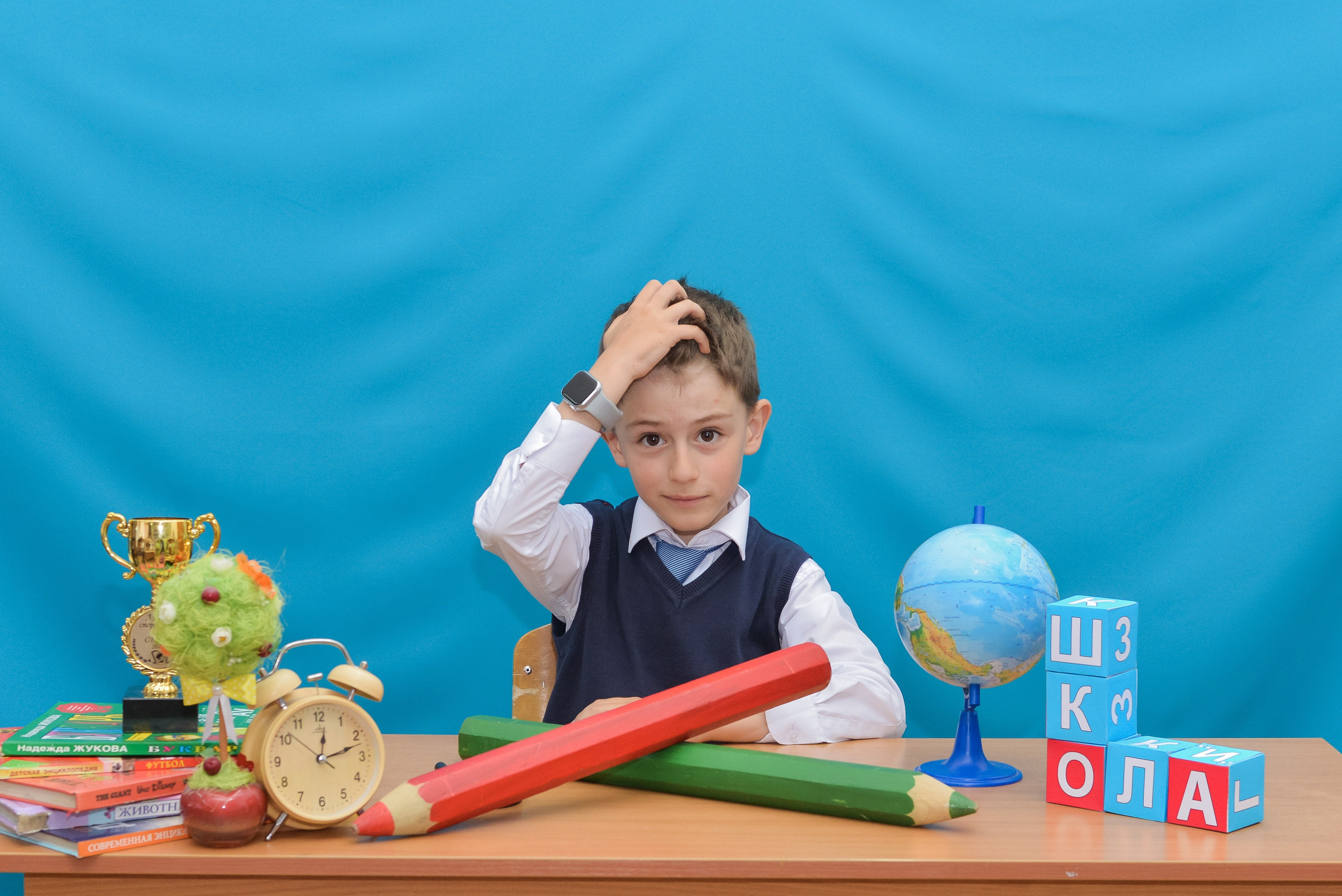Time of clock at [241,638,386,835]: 12:12
